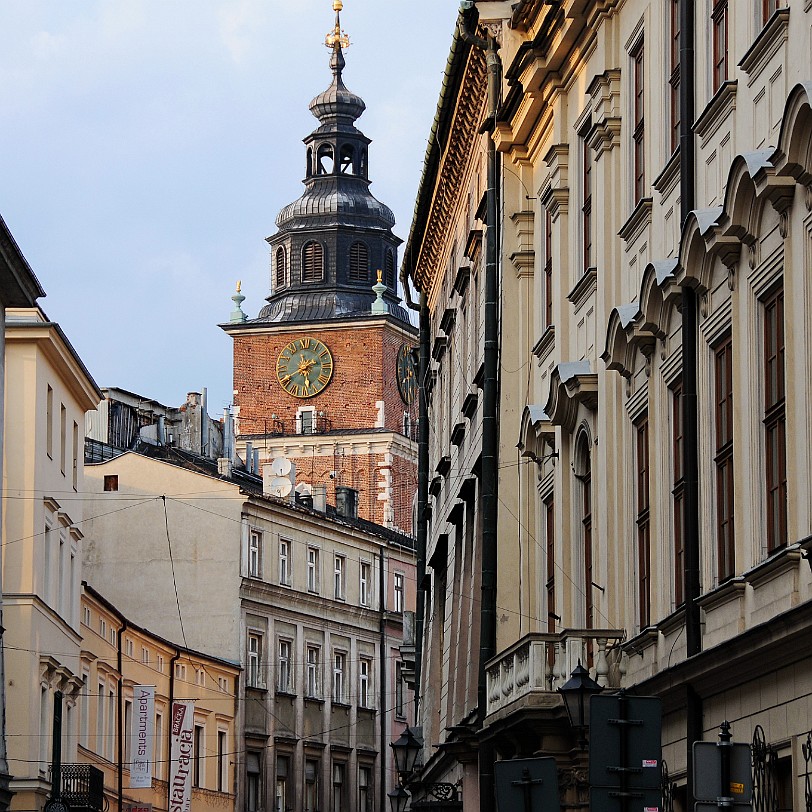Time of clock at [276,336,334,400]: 5:40
